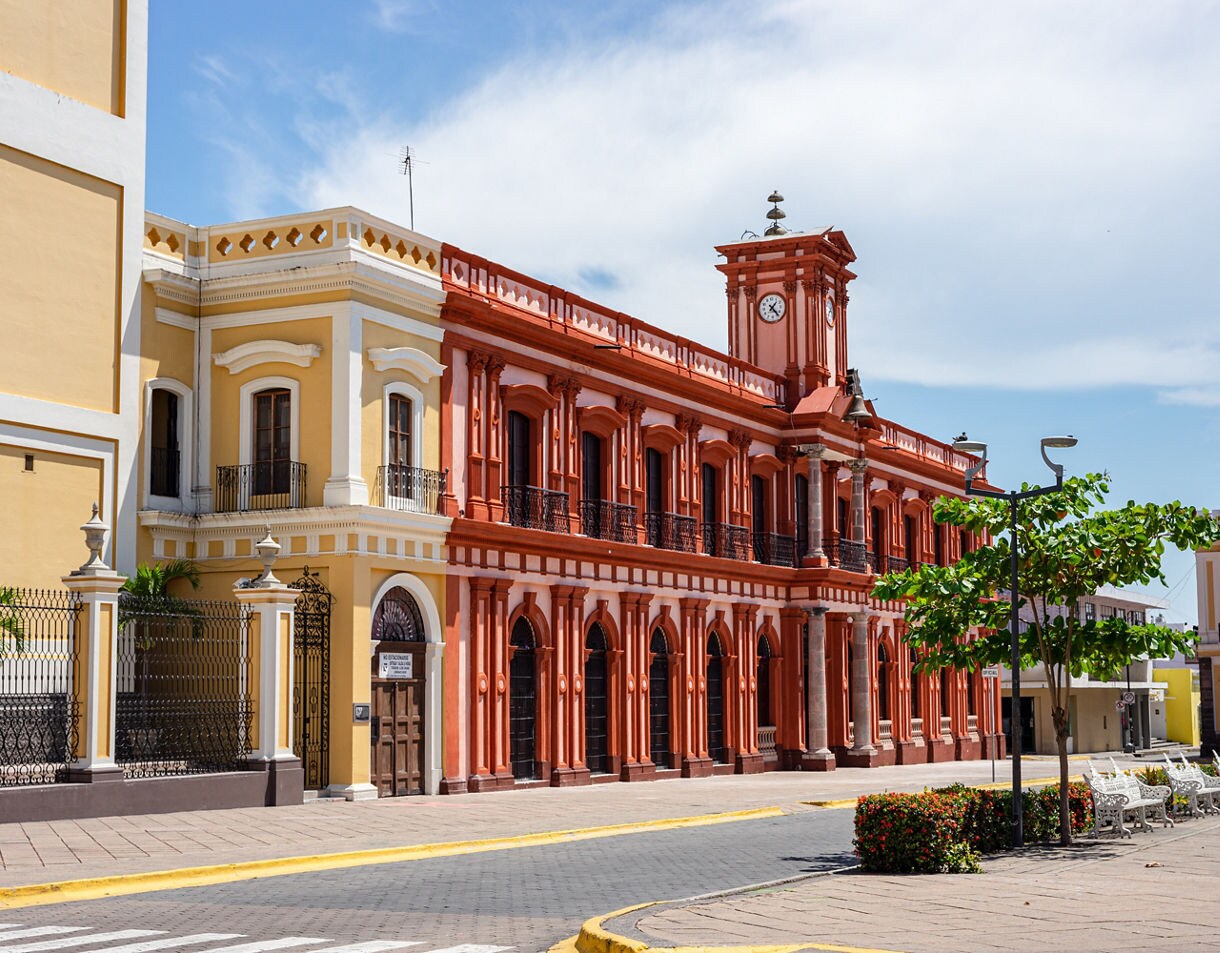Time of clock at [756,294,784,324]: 1:23
